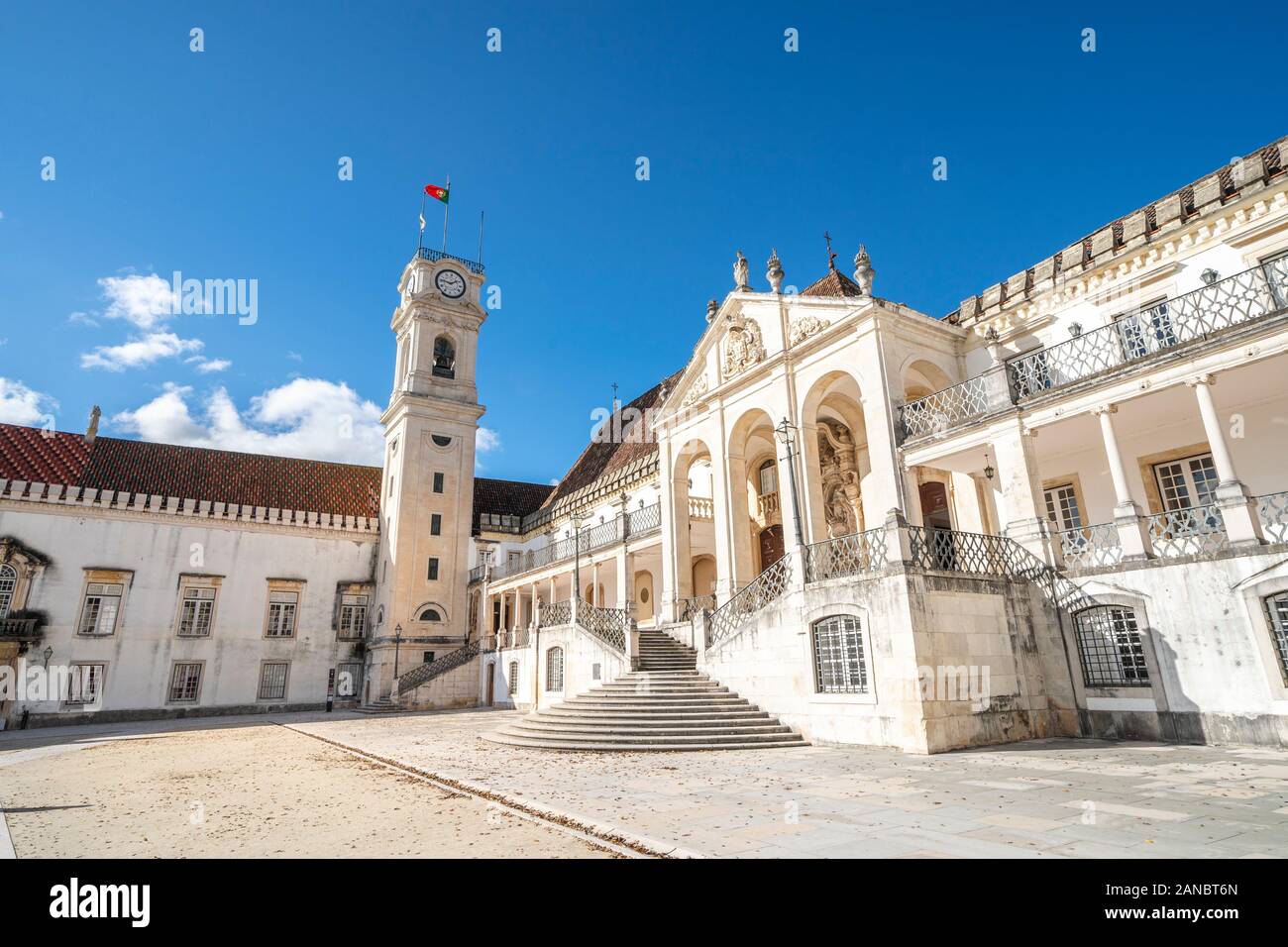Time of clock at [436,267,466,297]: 1:46
